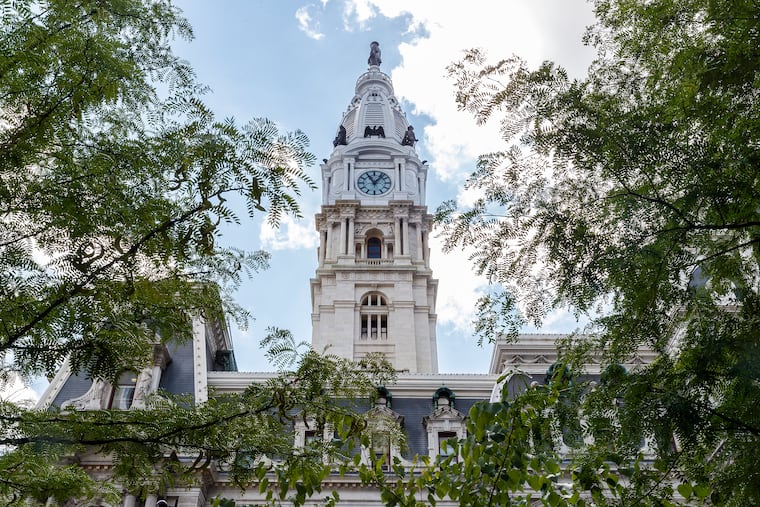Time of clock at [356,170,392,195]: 11:06
